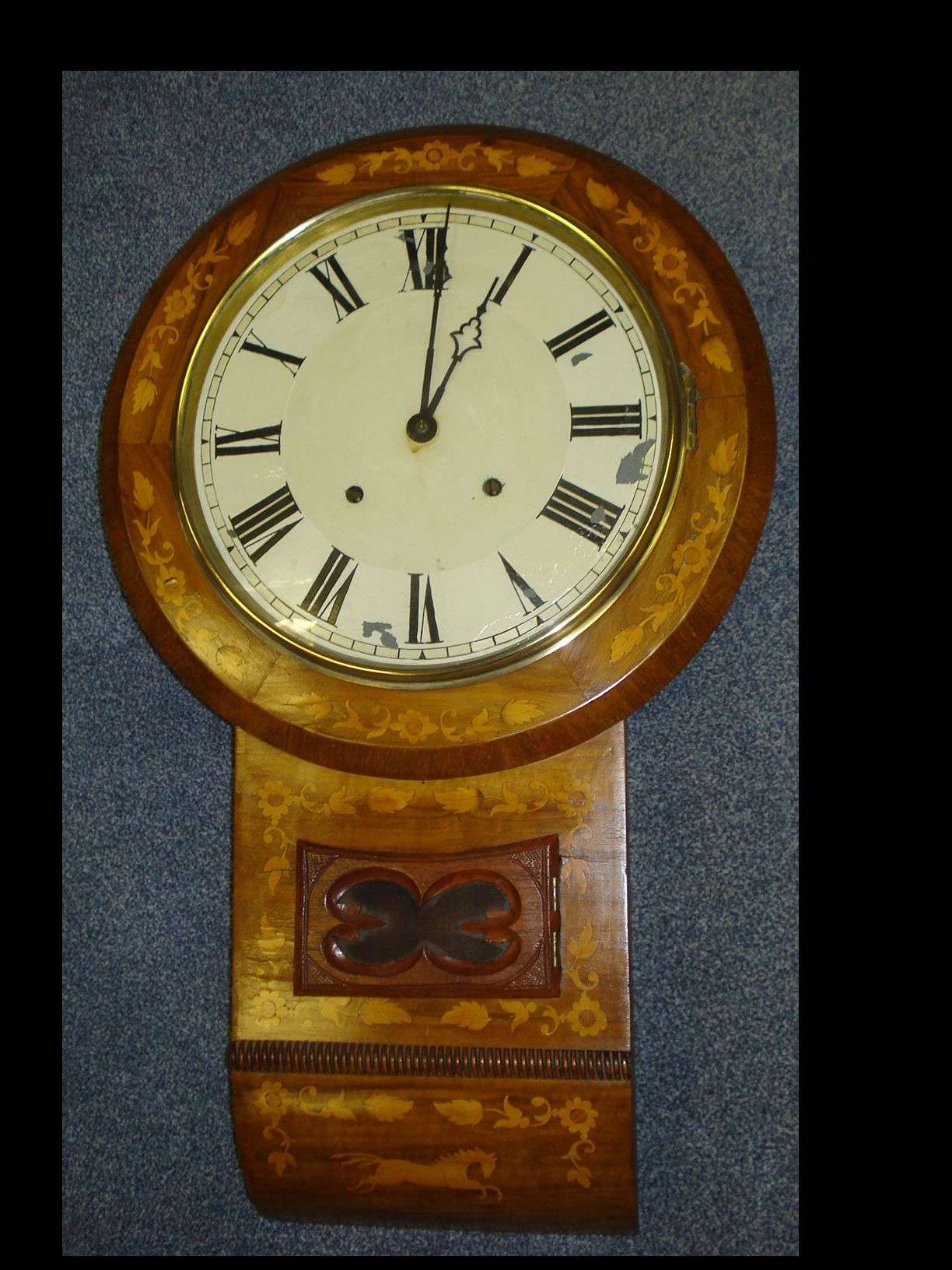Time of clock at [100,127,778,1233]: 1:01
